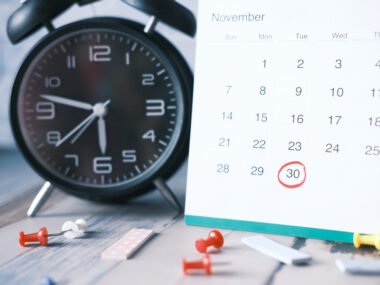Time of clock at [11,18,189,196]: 5:47
